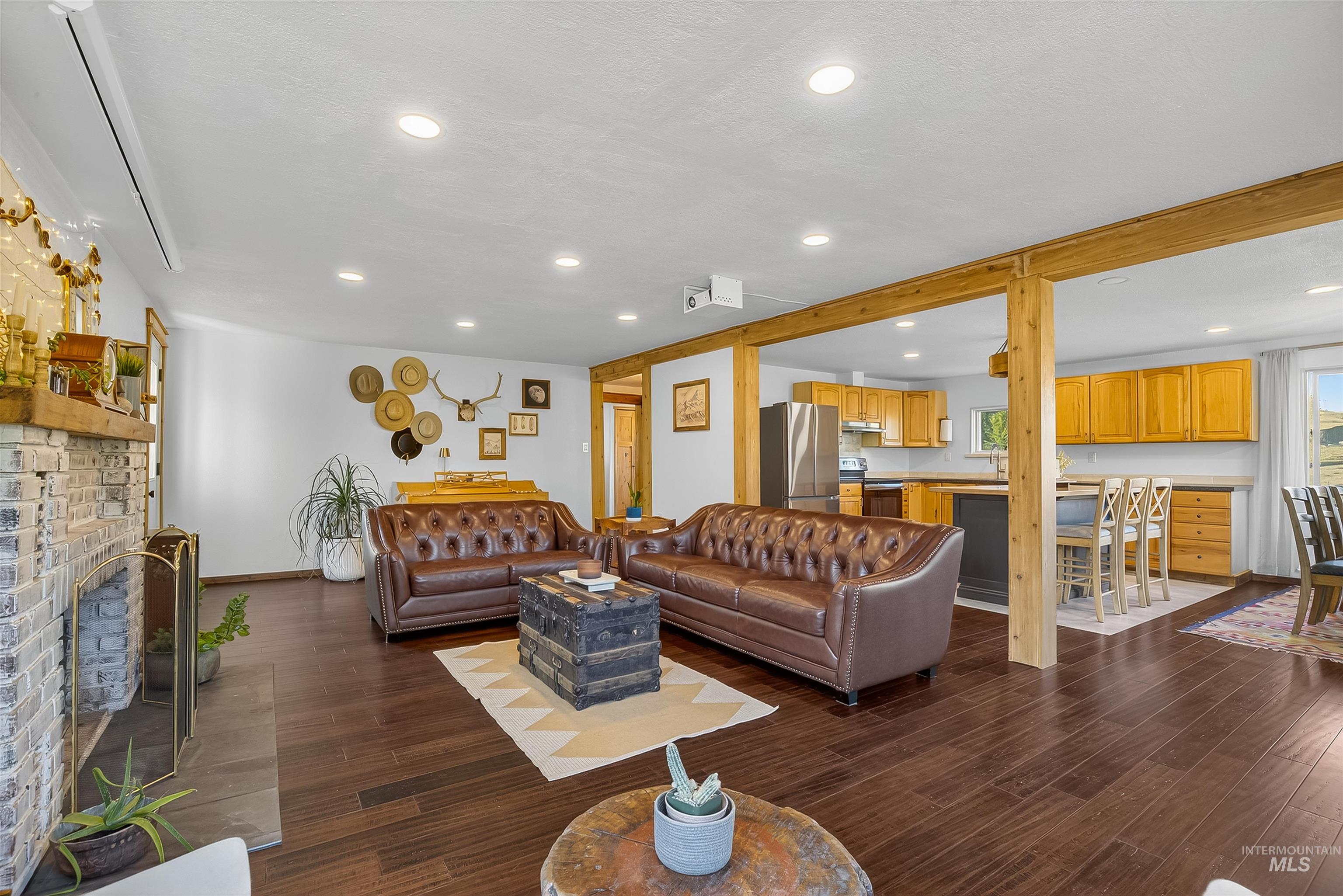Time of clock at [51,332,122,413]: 2:45
